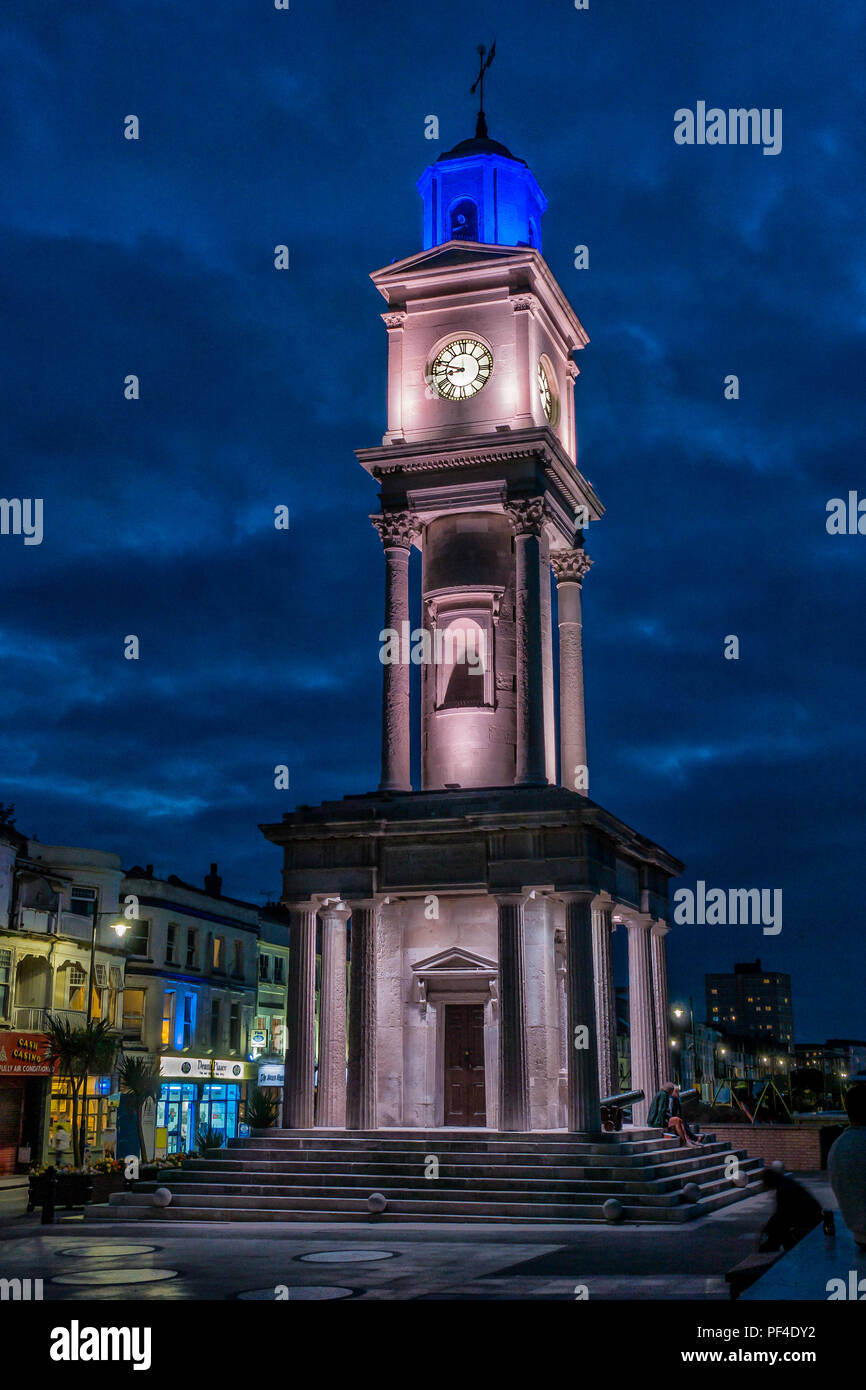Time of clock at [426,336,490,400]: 8:48
